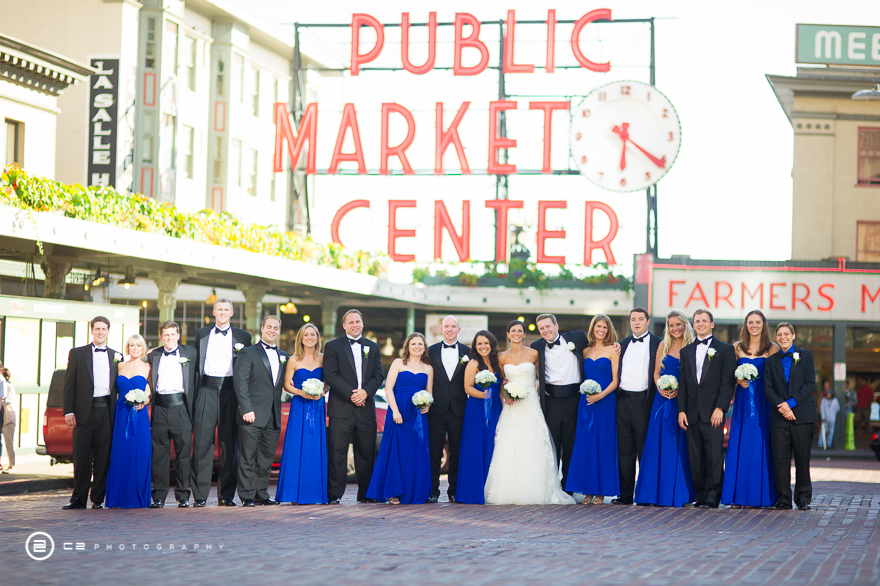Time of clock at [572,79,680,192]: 6:20
